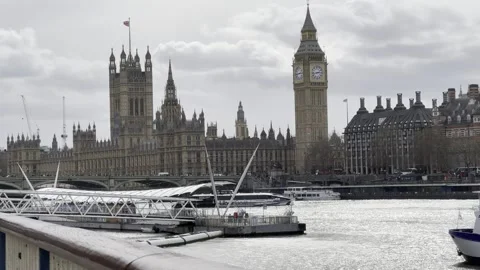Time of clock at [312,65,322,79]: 2:43
